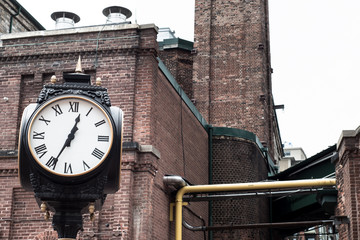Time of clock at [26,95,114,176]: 12:34
